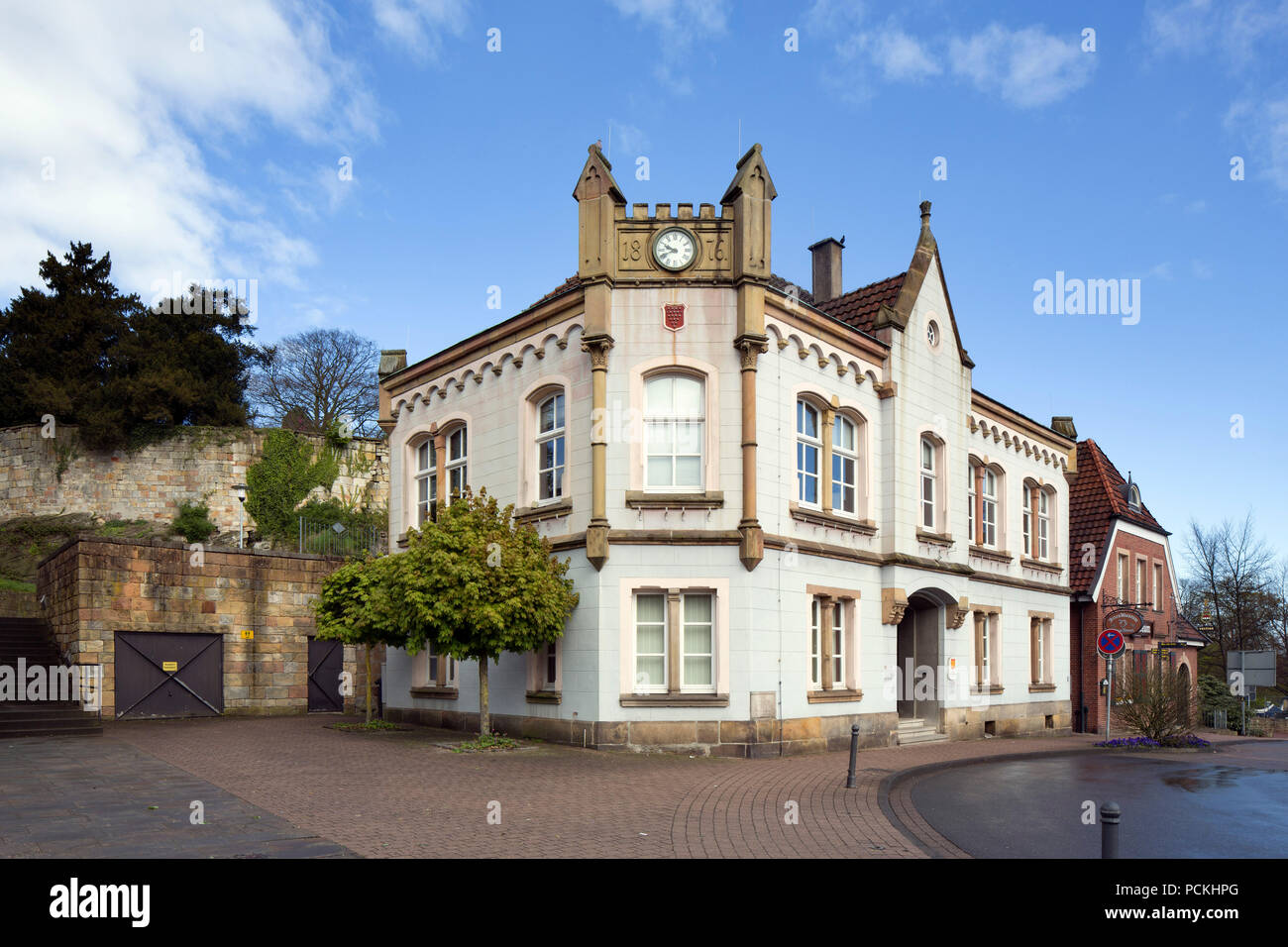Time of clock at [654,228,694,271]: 9:41
